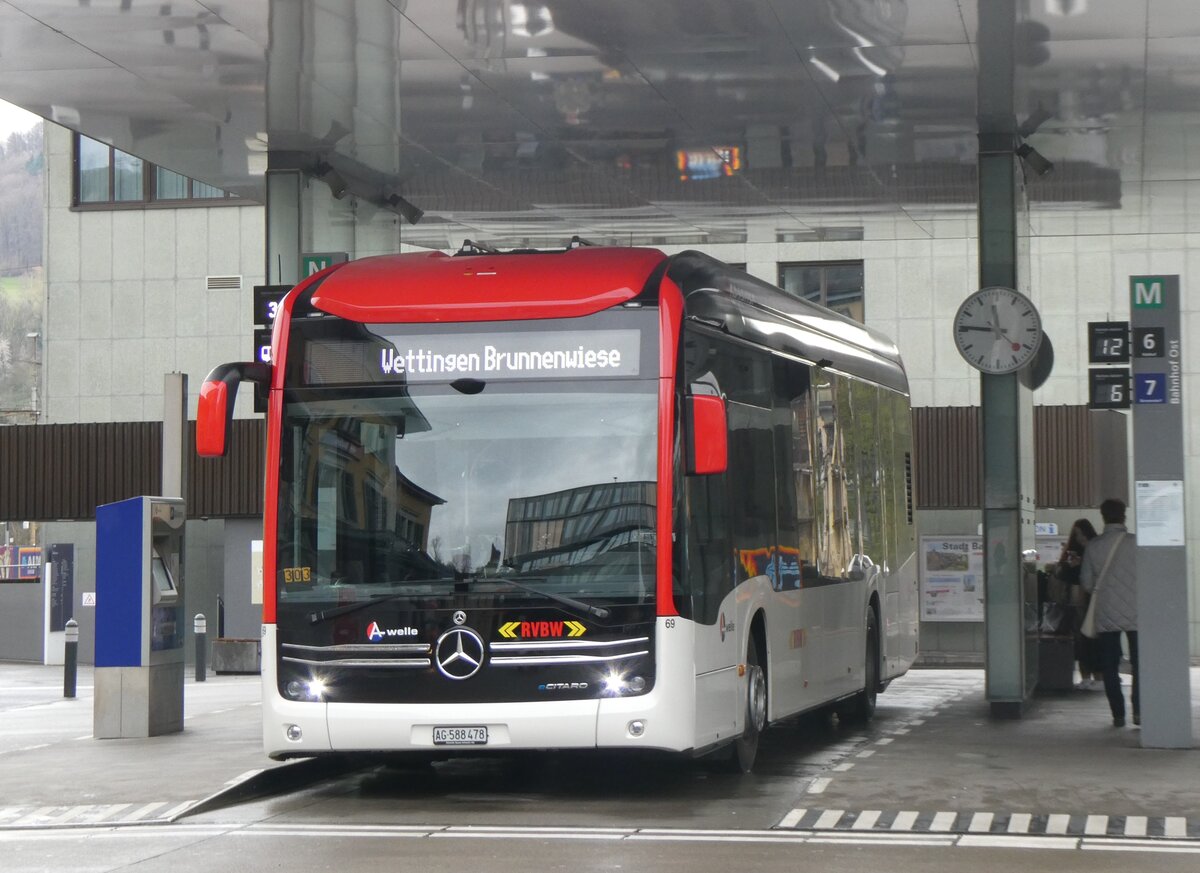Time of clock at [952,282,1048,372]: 11:45
